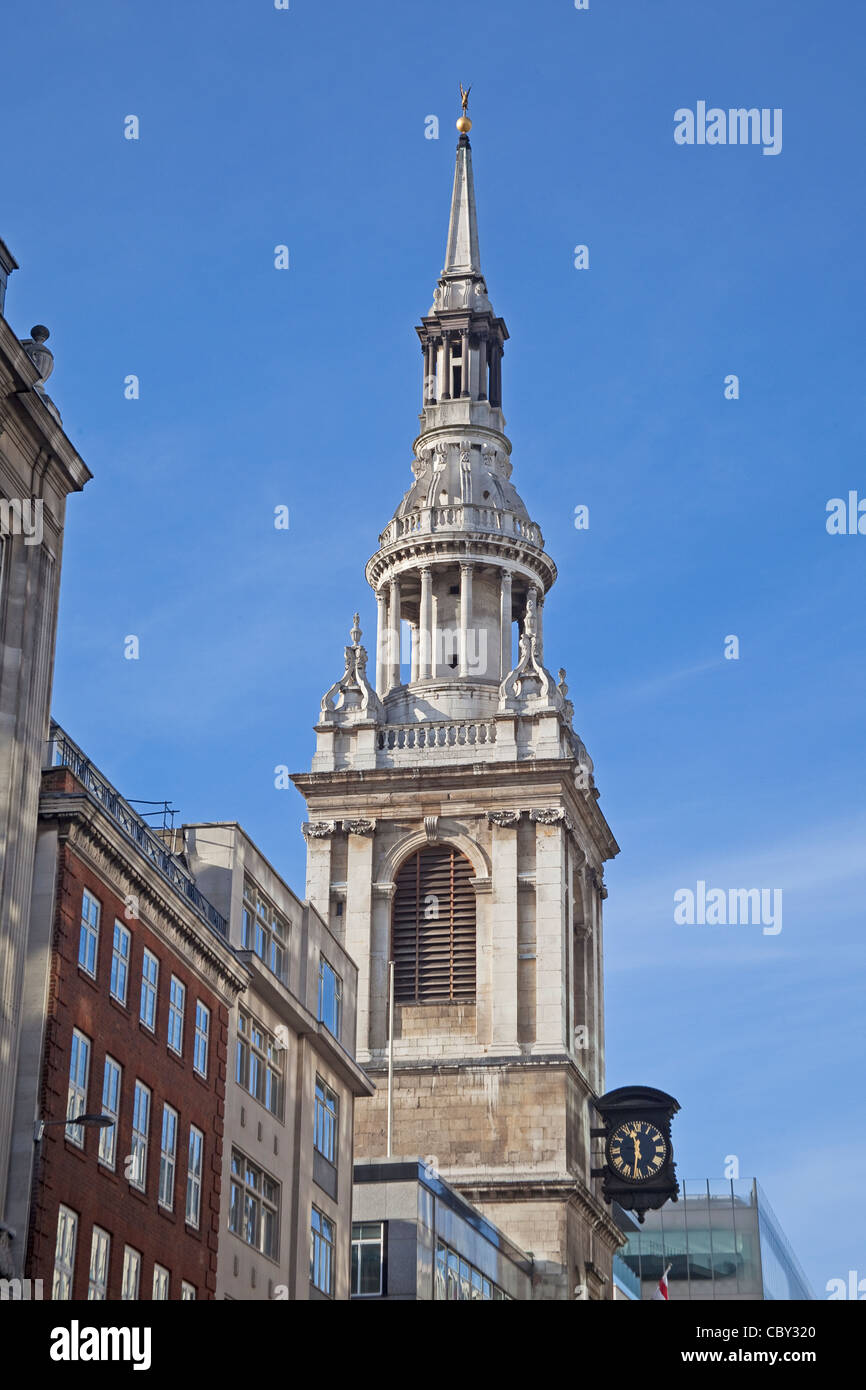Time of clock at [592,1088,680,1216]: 11:32
